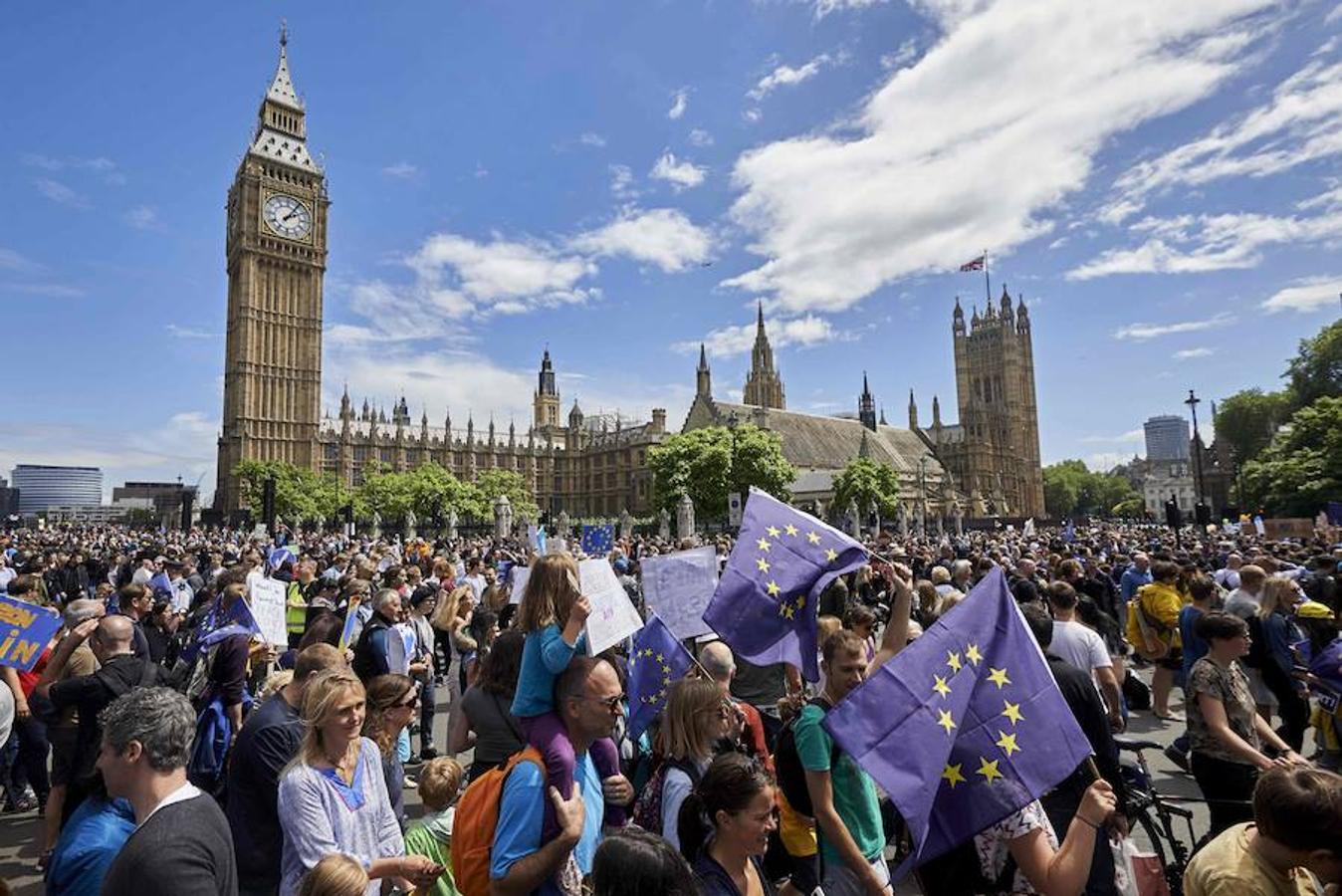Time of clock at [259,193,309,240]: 2:06
